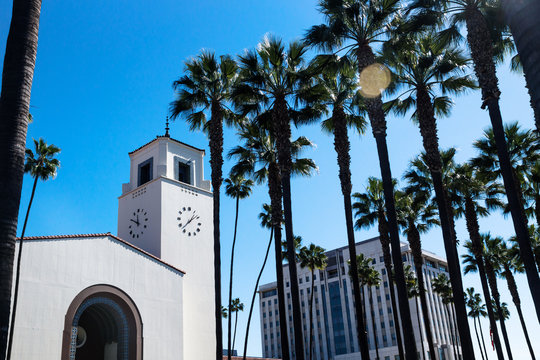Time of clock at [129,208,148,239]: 11:50
